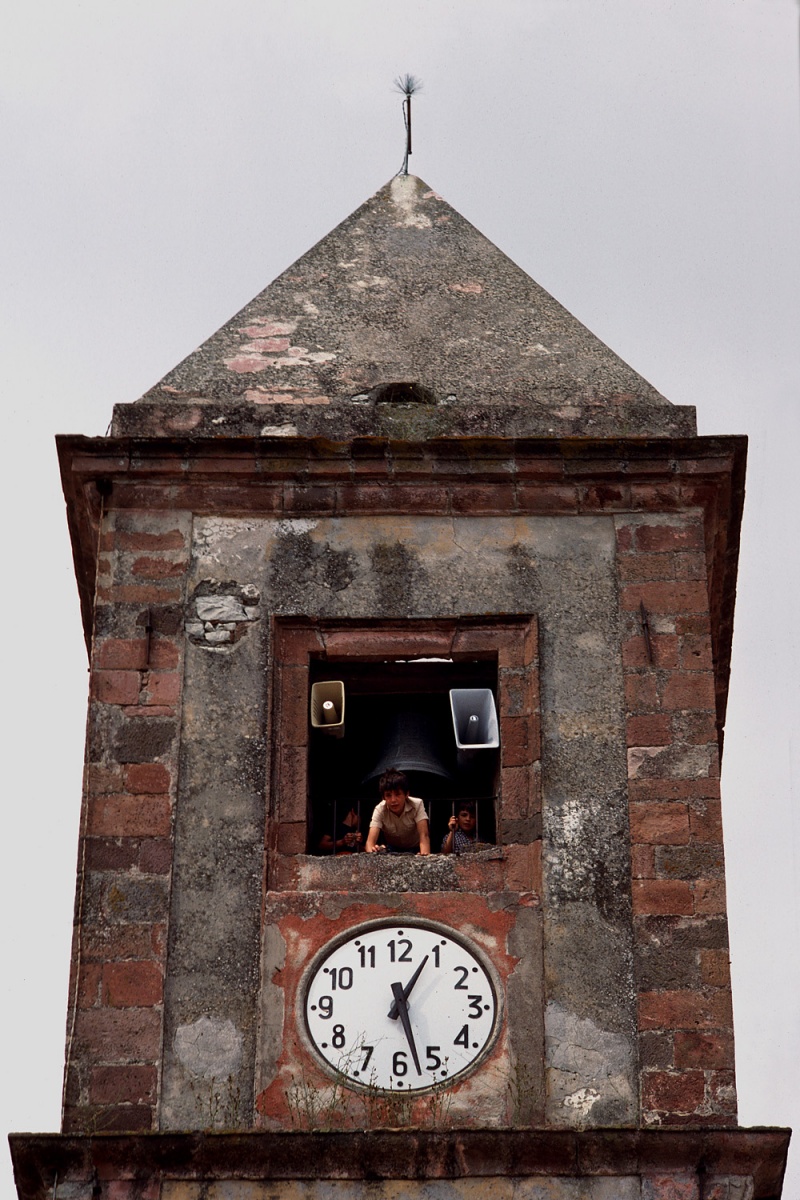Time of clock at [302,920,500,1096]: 12:27
